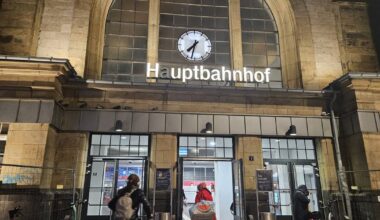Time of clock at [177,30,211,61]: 7:32
